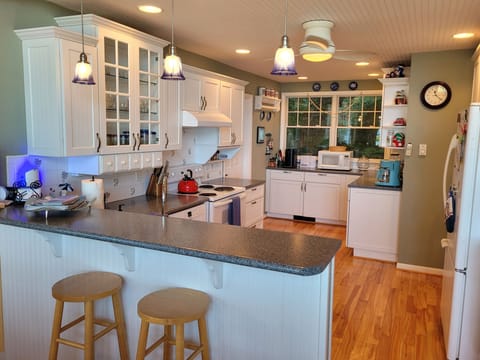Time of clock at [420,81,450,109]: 11:22
